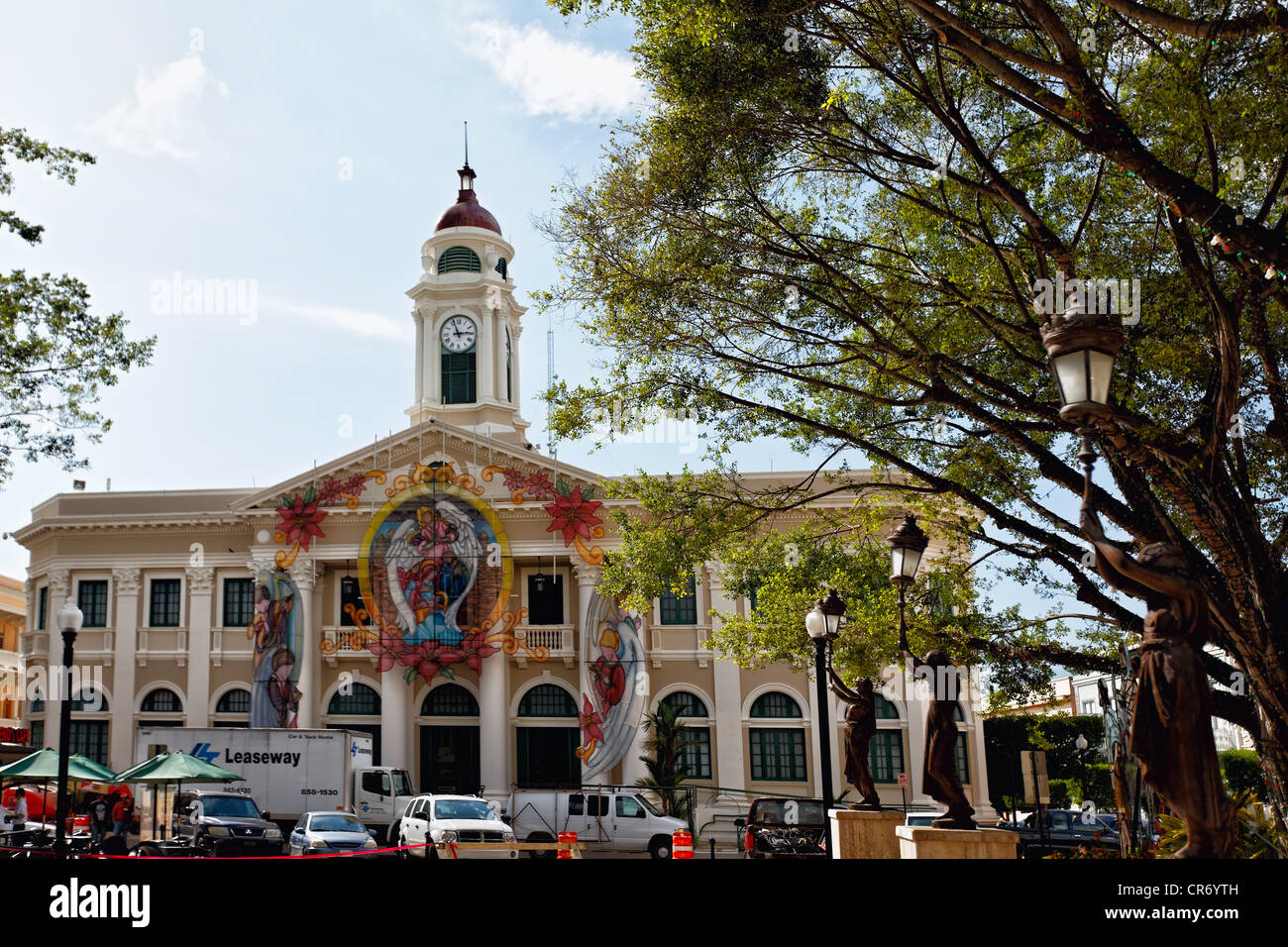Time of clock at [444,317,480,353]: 2:56
